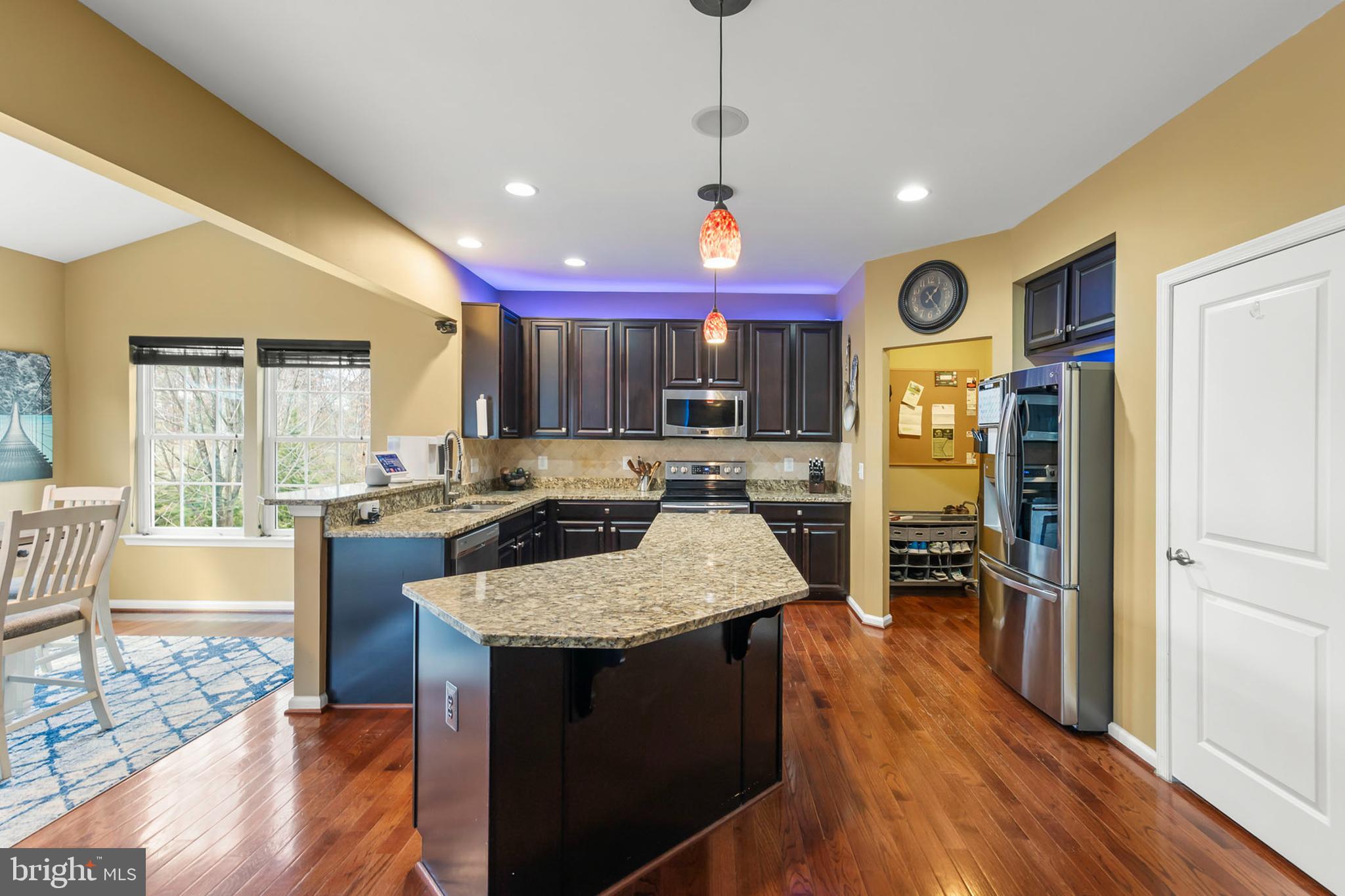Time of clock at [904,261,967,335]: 1:23
